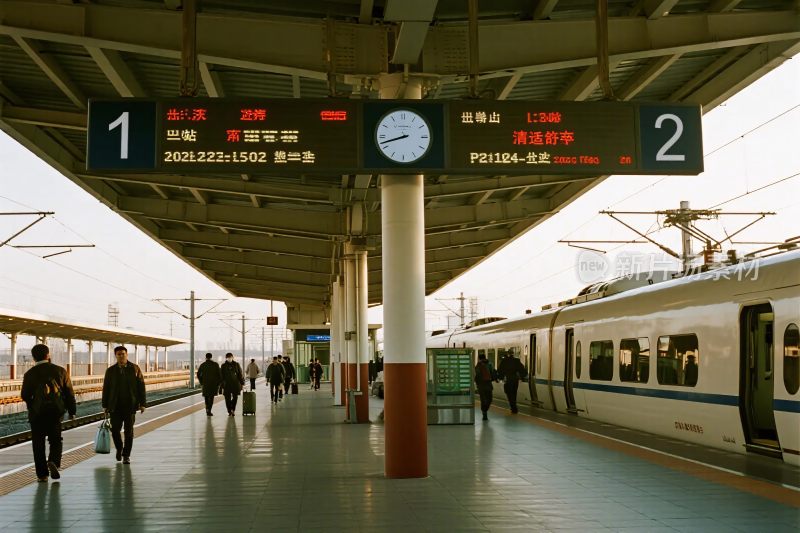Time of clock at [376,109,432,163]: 8:42
